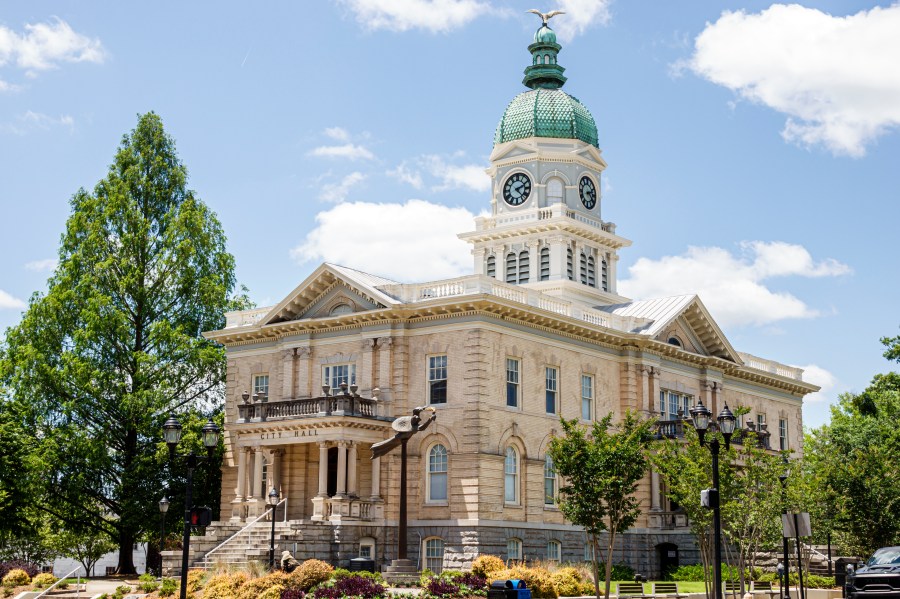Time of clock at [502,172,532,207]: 2:22
